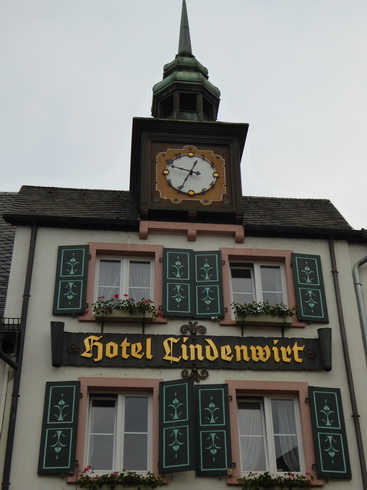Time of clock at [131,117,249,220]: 12:34
